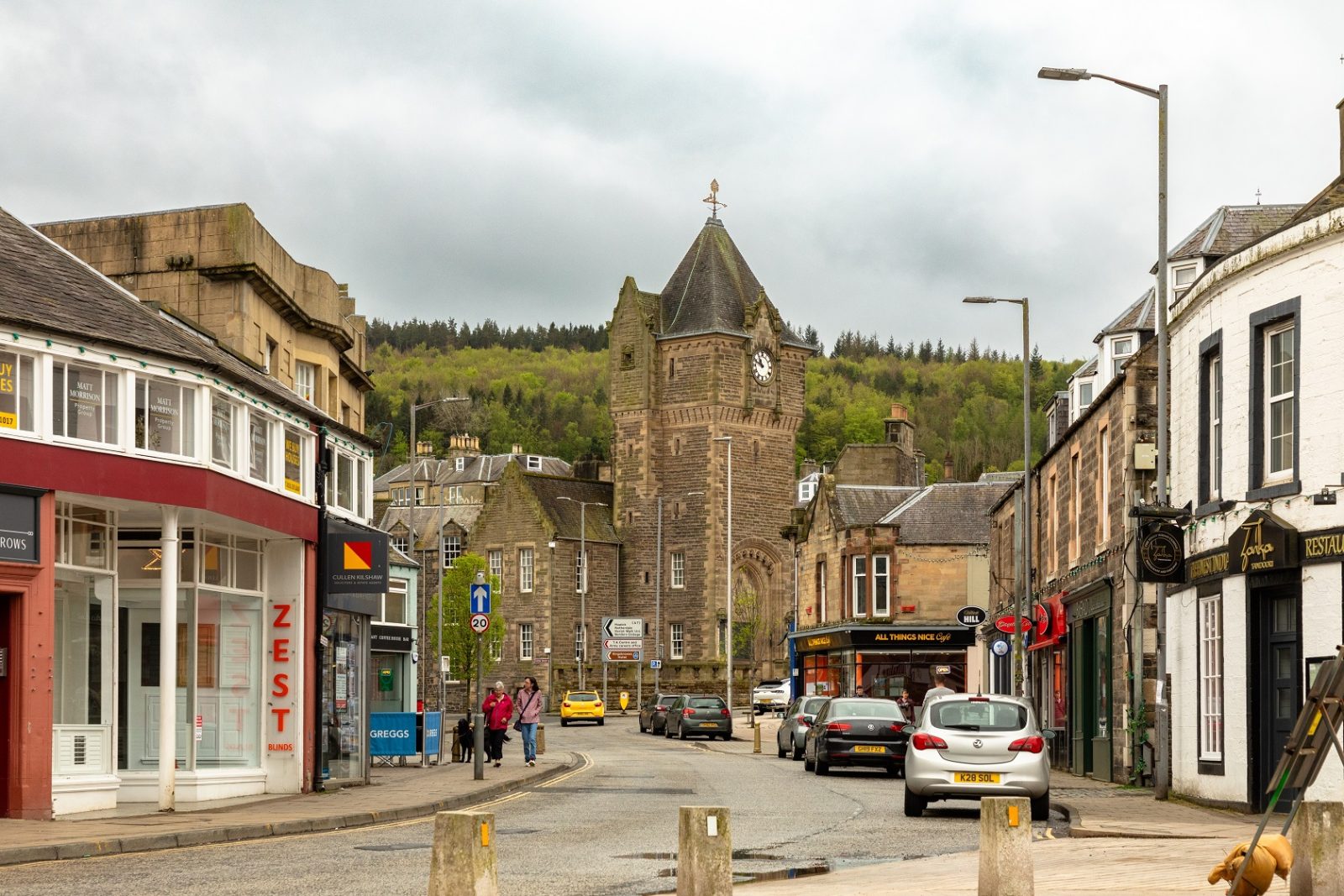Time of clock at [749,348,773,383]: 10:48
